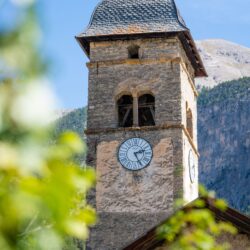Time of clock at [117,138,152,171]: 2:25
